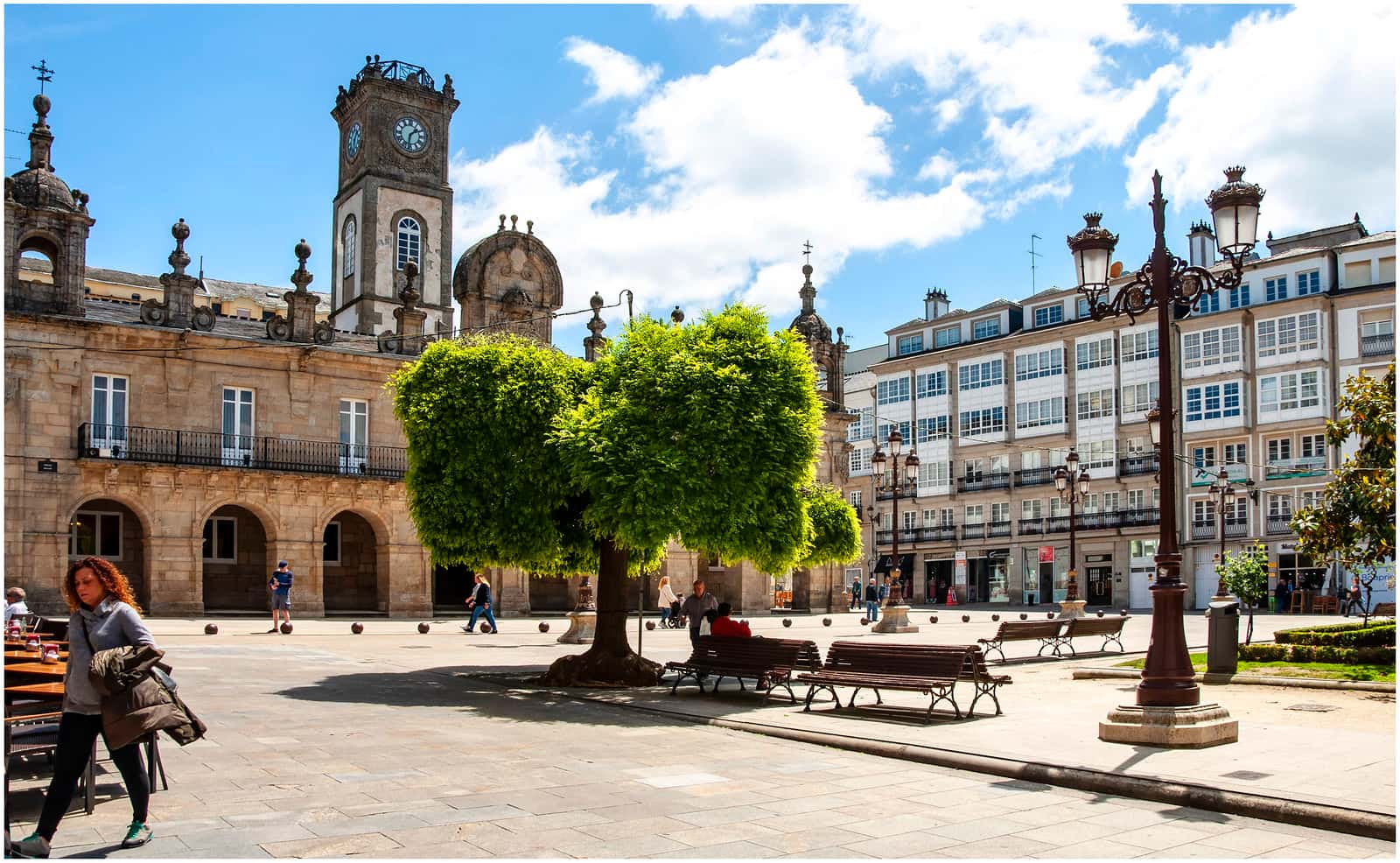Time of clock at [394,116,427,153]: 1:32
